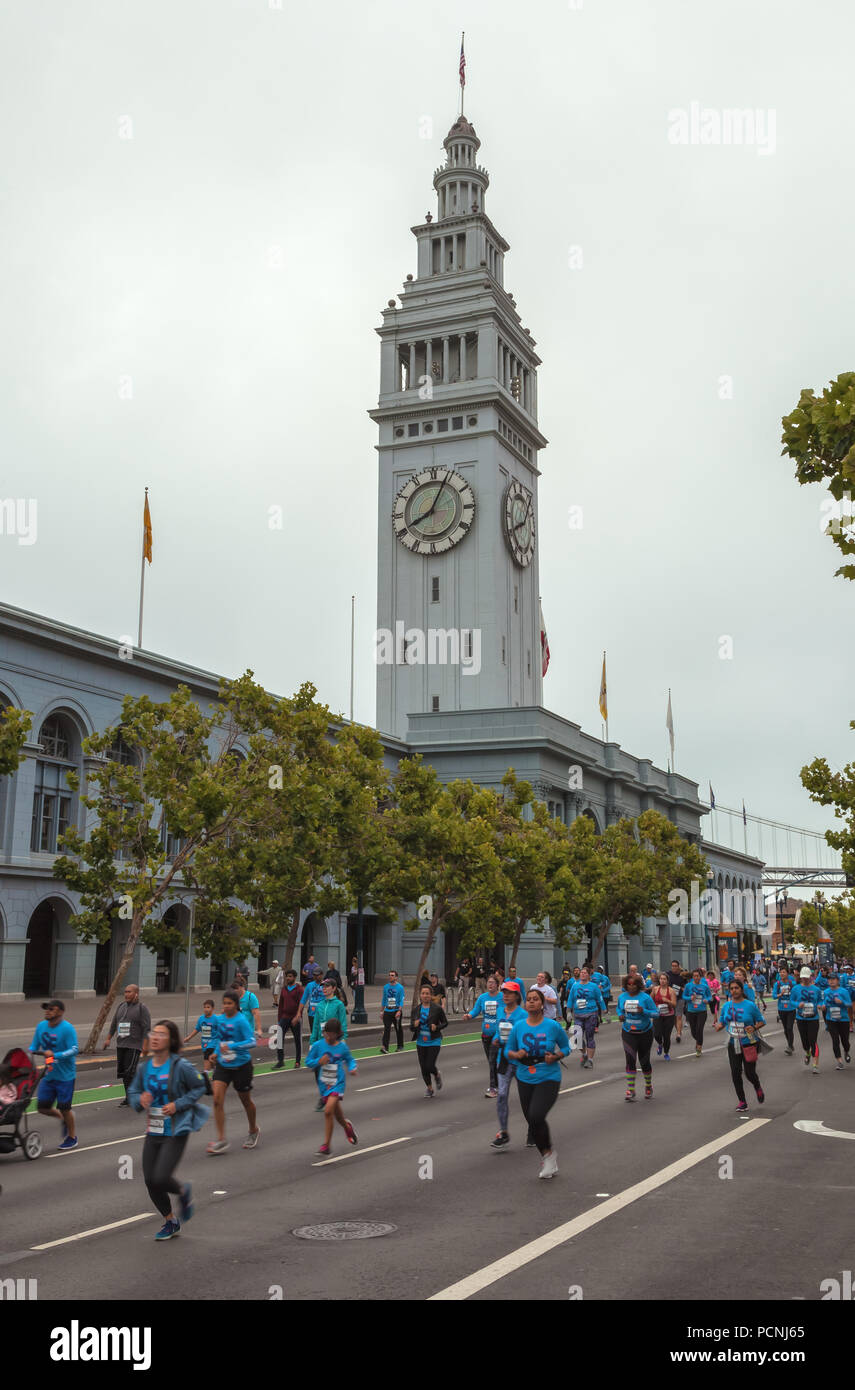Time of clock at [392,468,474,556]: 8:04
